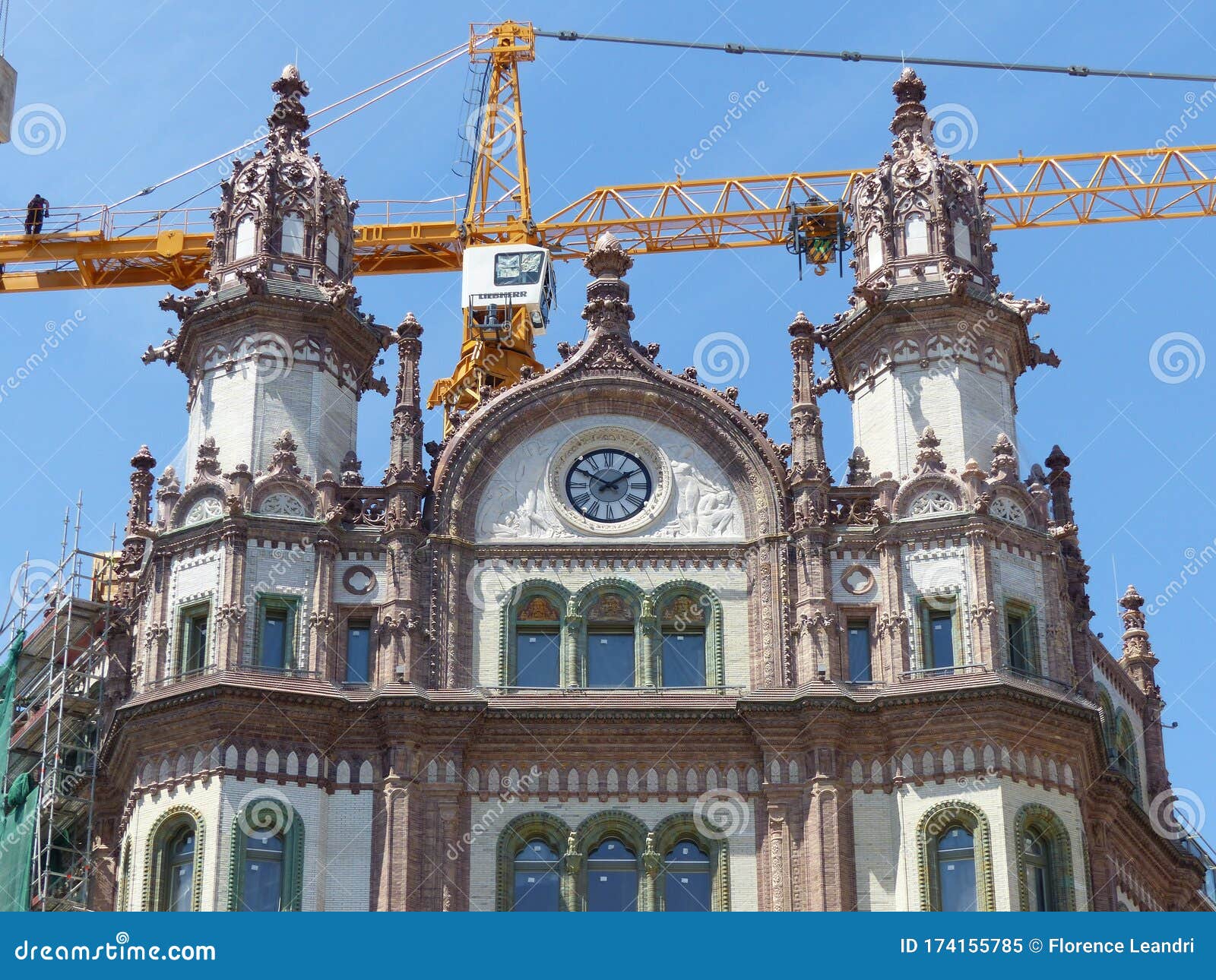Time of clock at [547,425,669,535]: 1:50
